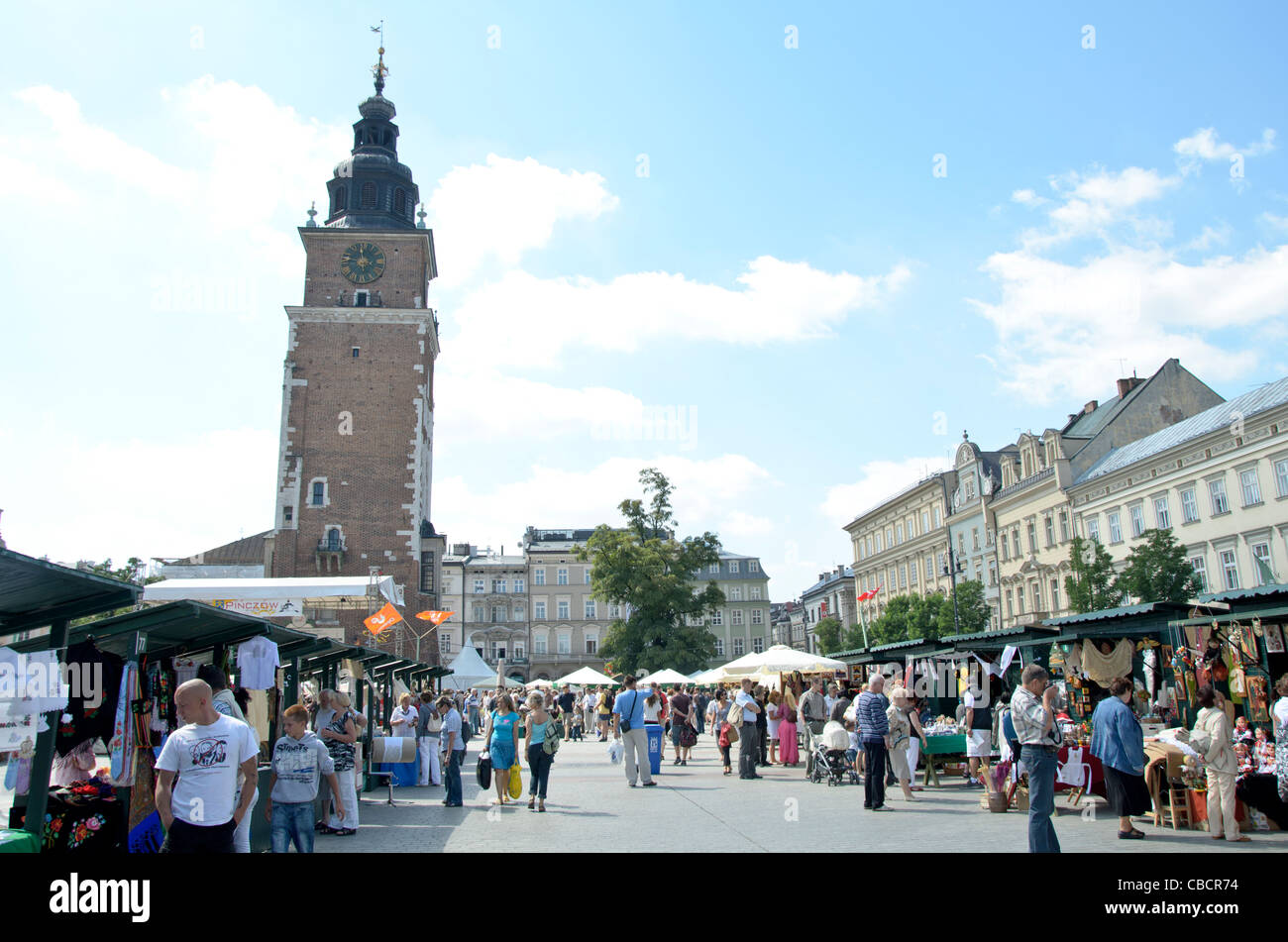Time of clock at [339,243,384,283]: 11:46
